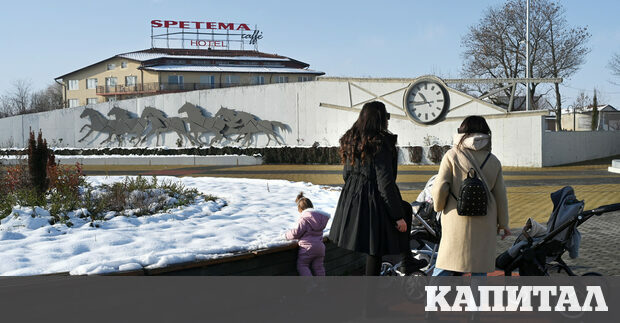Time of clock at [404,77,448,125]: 10:44
